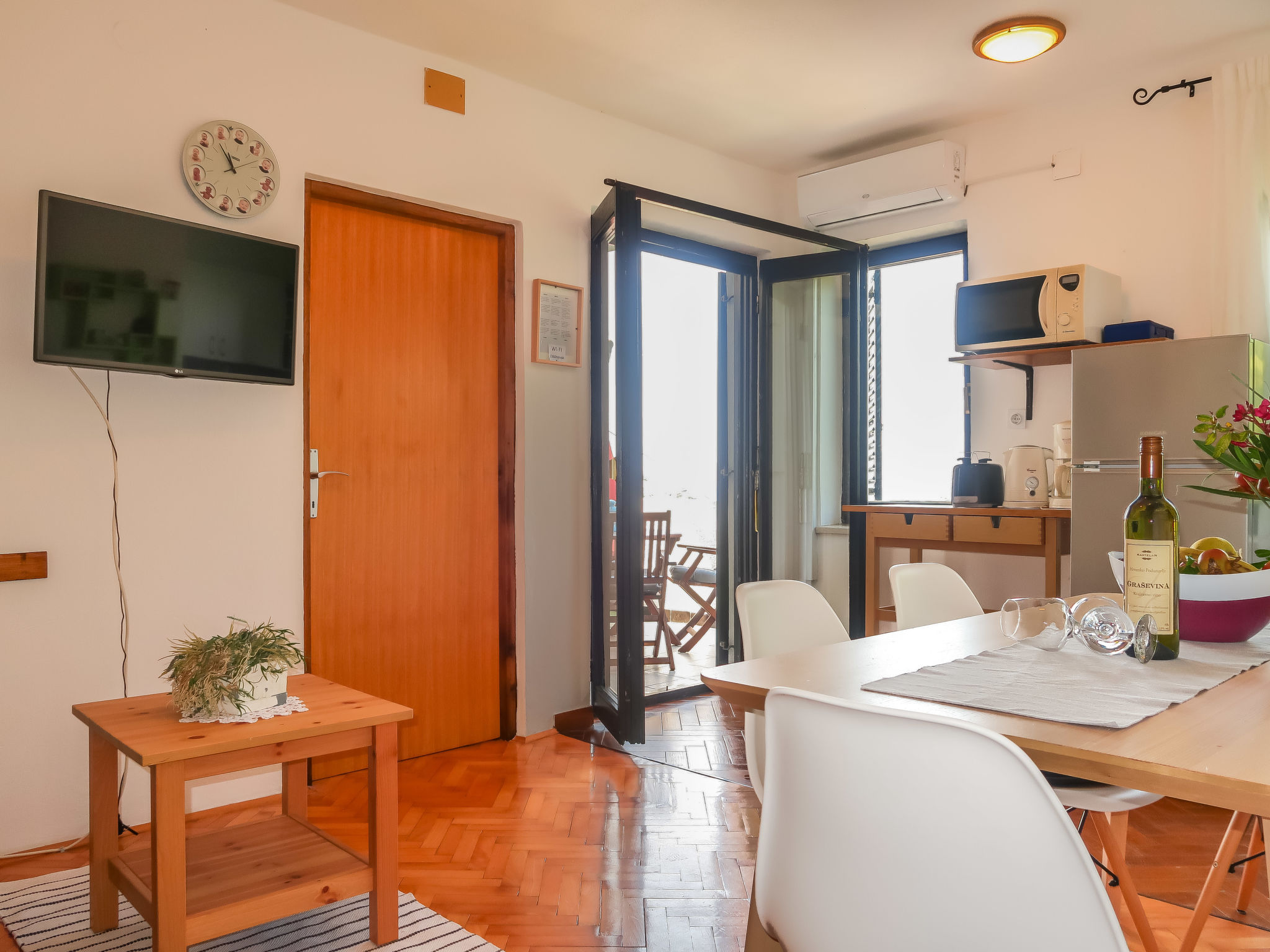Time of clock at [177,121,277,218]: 11:56
